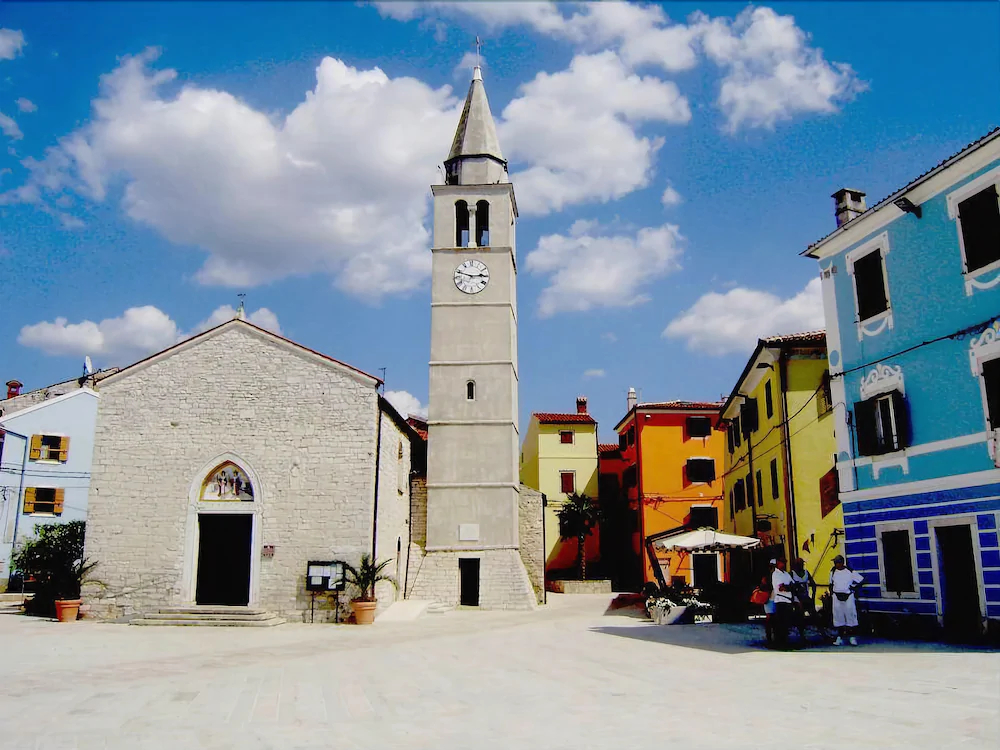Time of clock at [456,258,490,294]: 2:48
